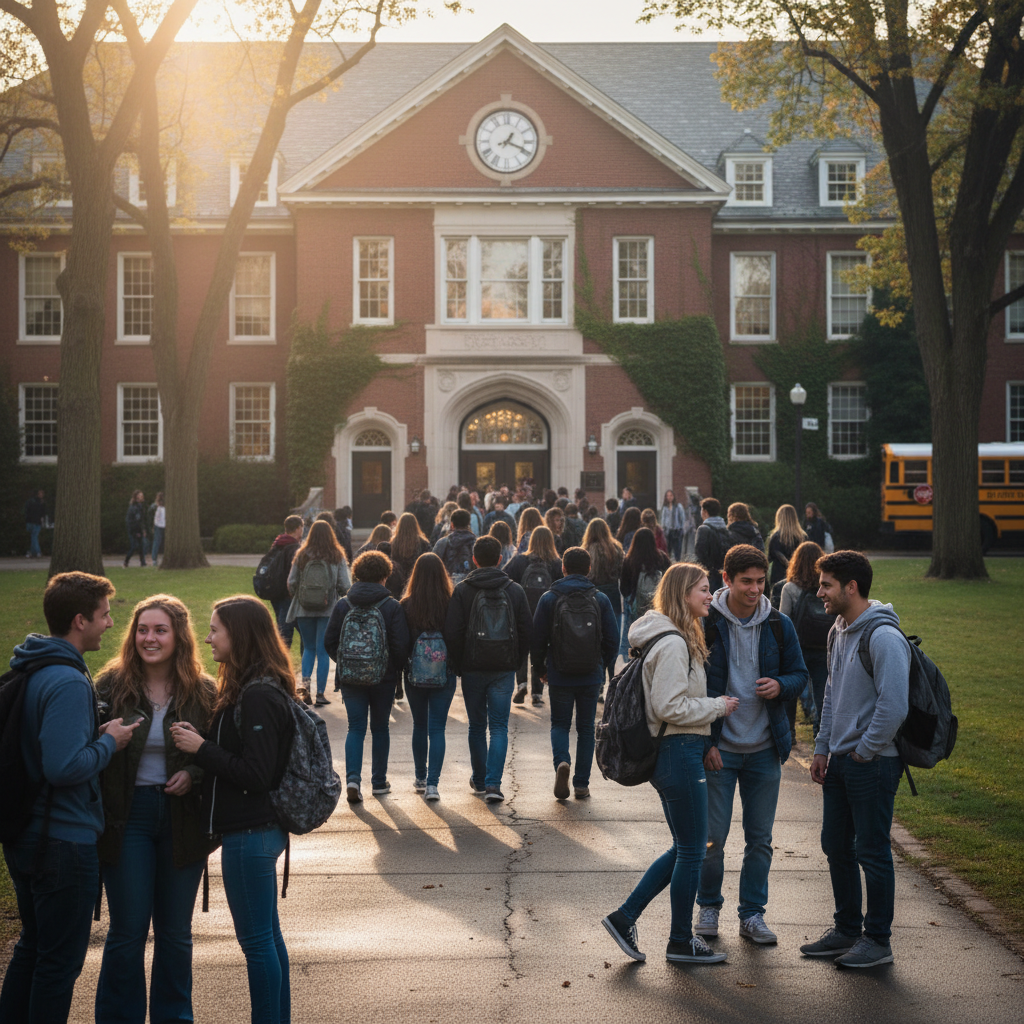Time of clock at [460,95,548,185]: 1:18
